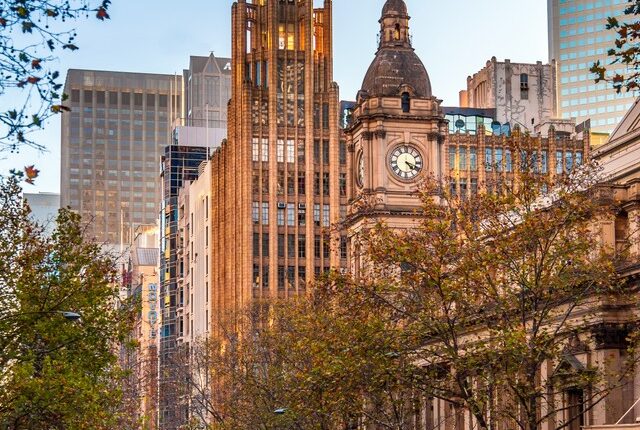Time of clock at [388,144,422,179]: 4:18
